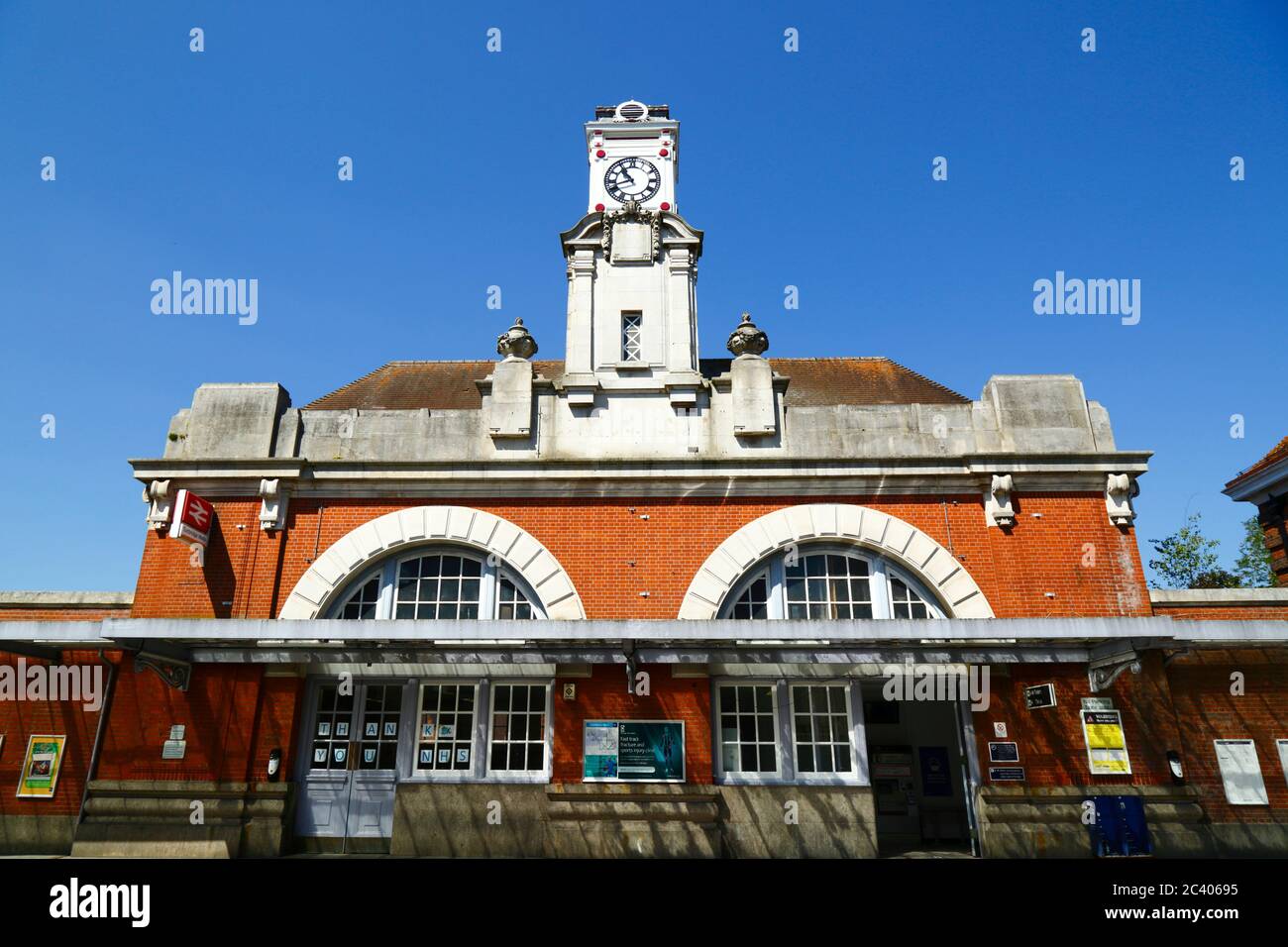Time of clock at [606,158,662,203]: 10:42
